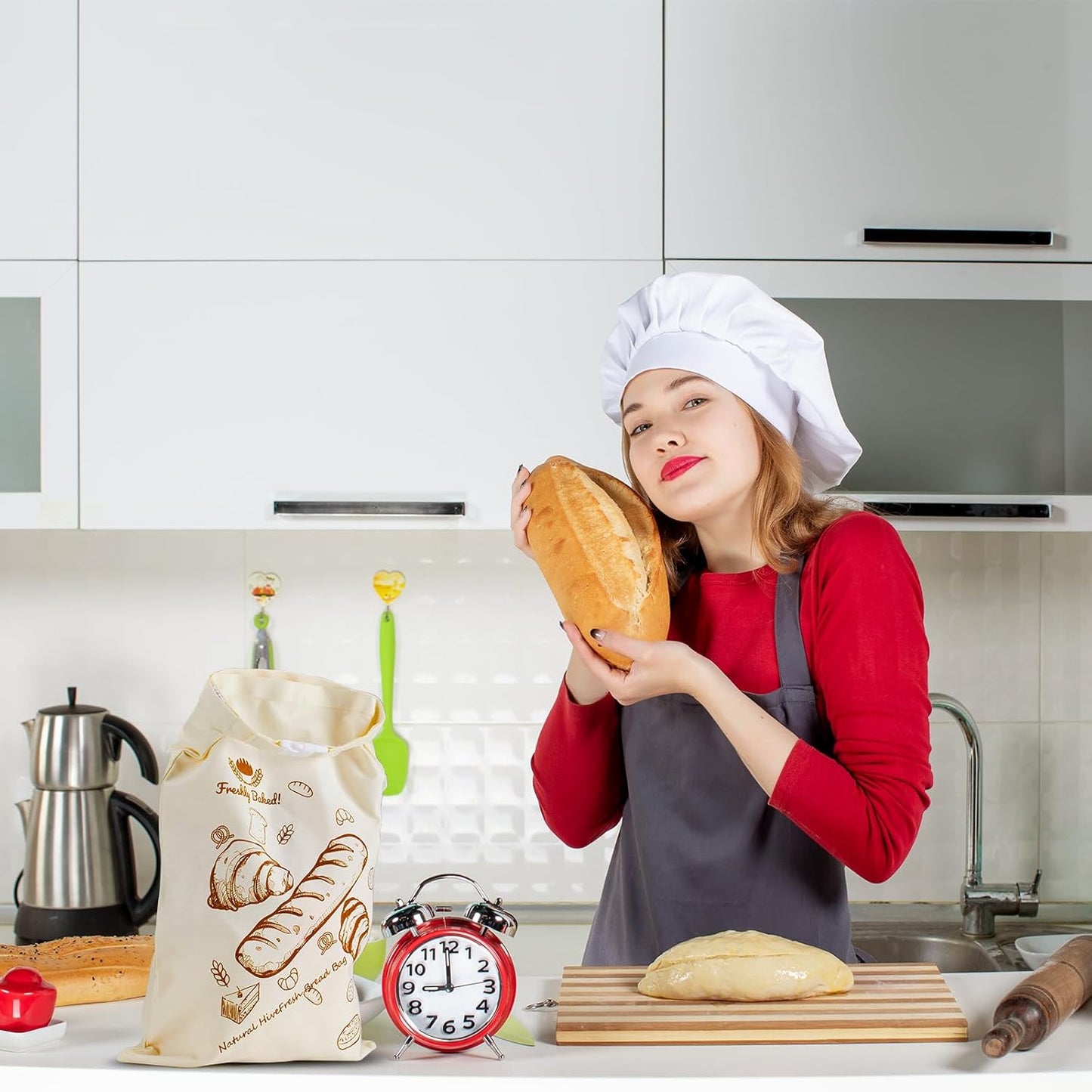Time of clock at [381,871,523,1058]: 8:59
